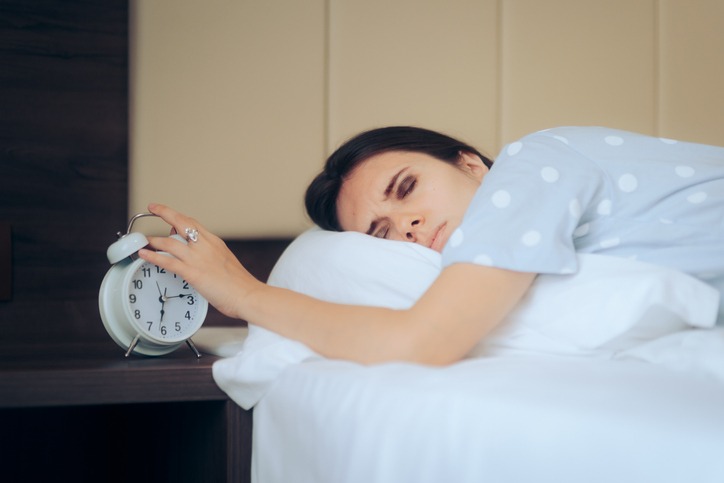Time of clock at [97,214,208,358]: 6:13
